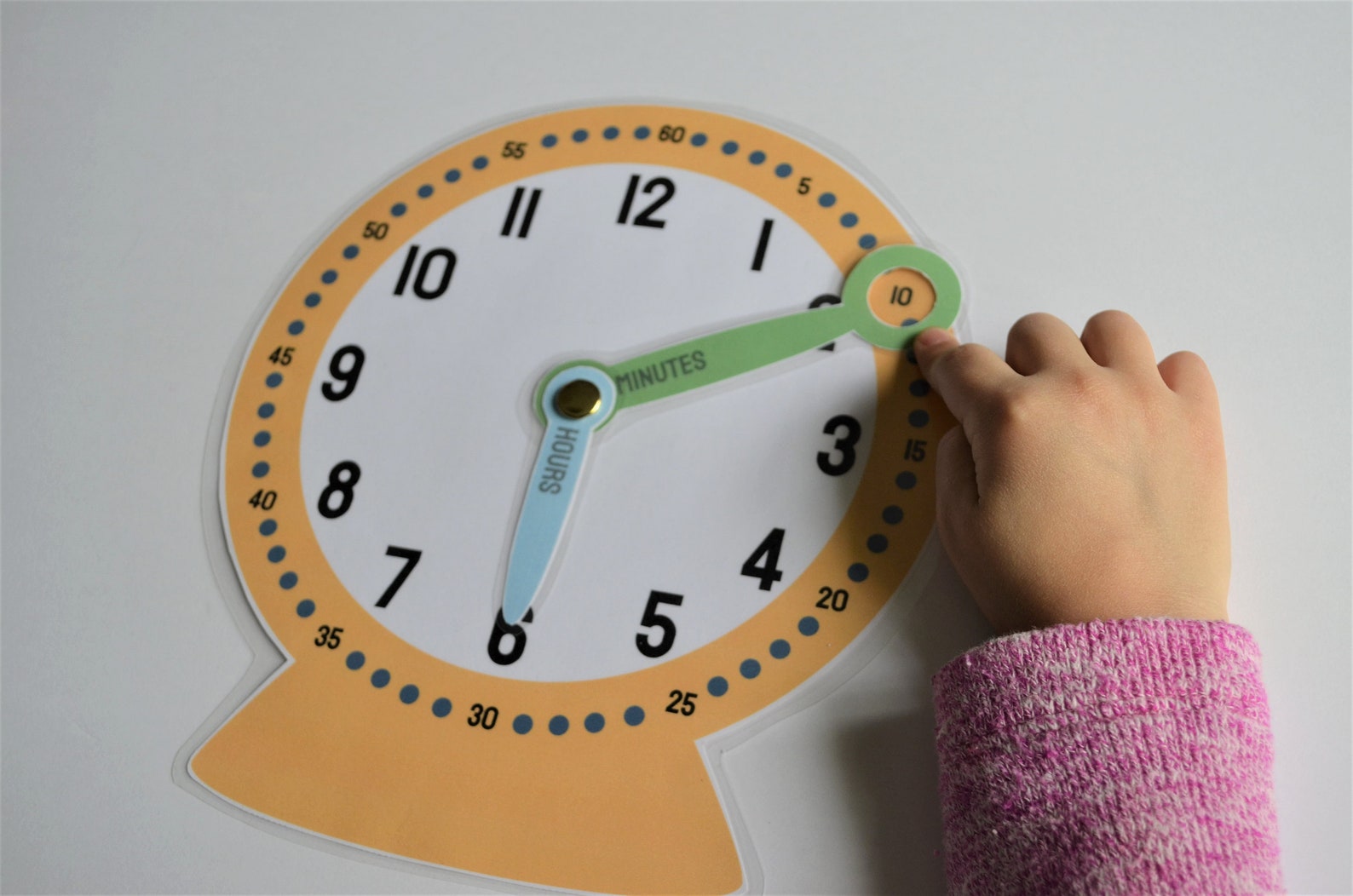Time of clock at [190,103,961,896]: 6:10
